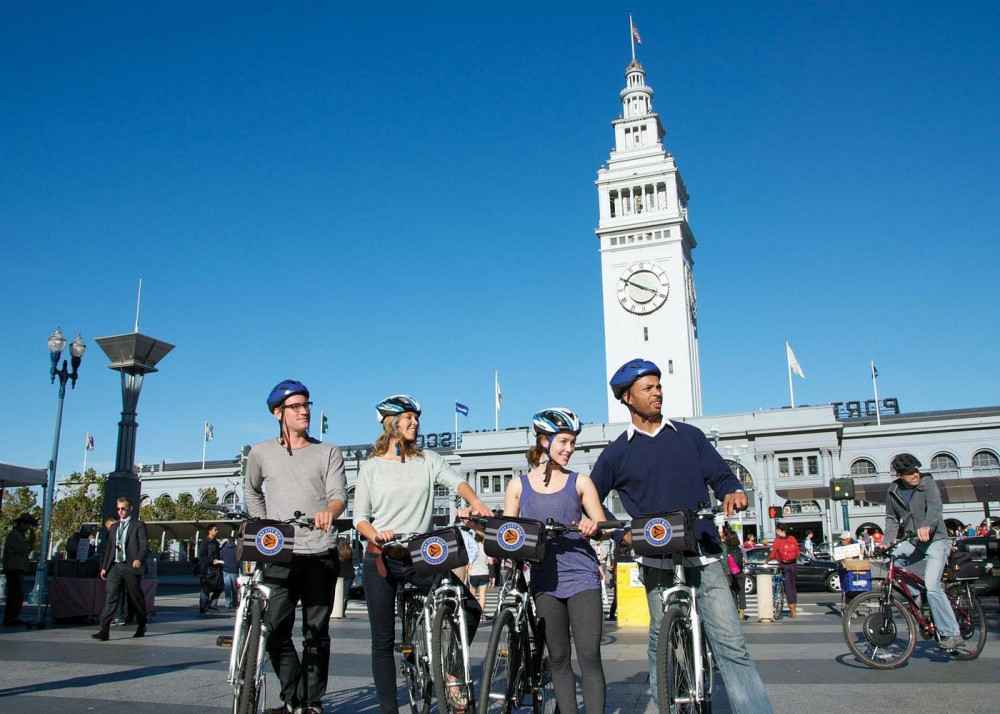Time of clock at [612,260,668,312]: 3:50
